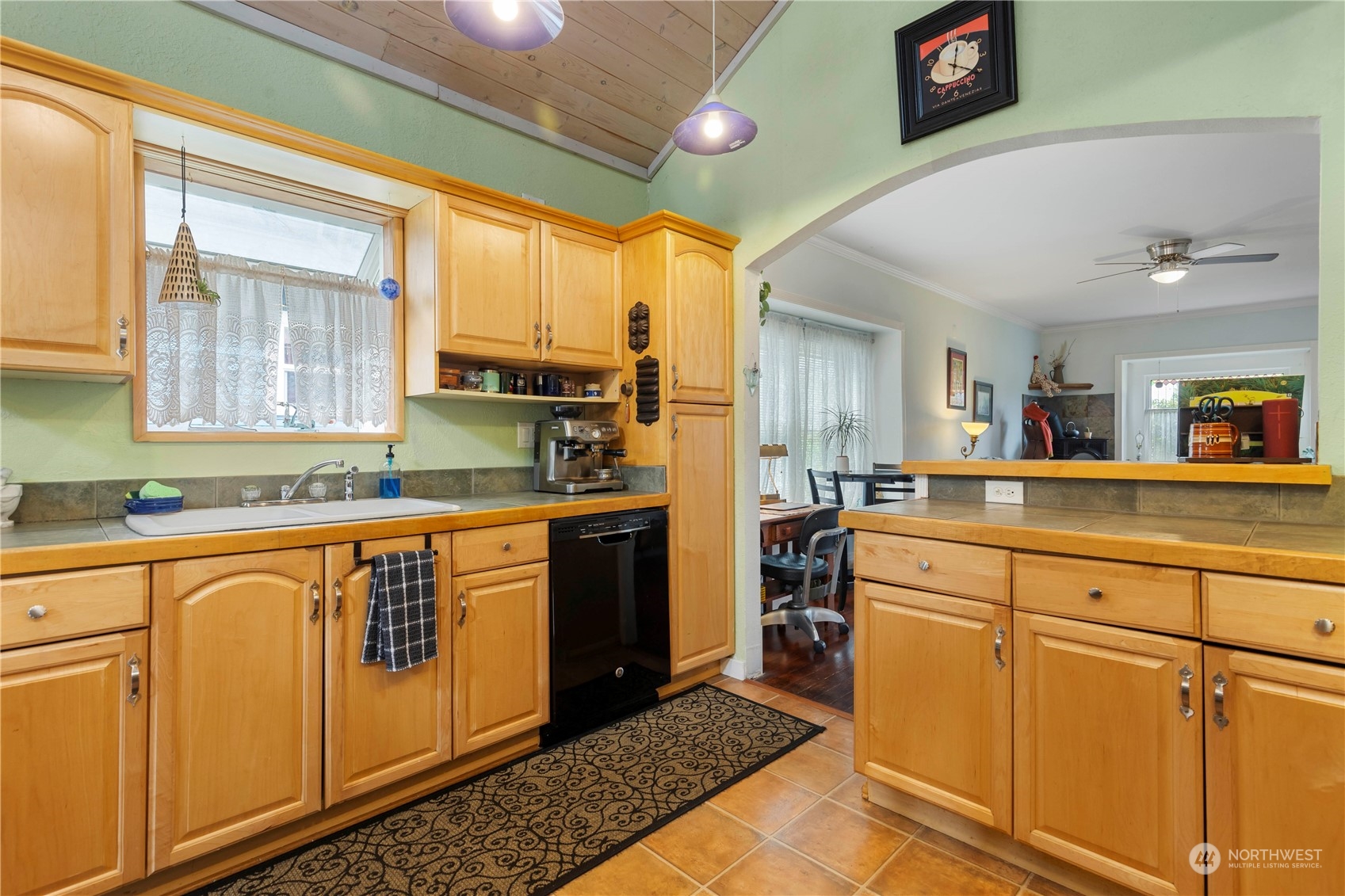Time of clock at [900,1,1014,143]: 12:21
